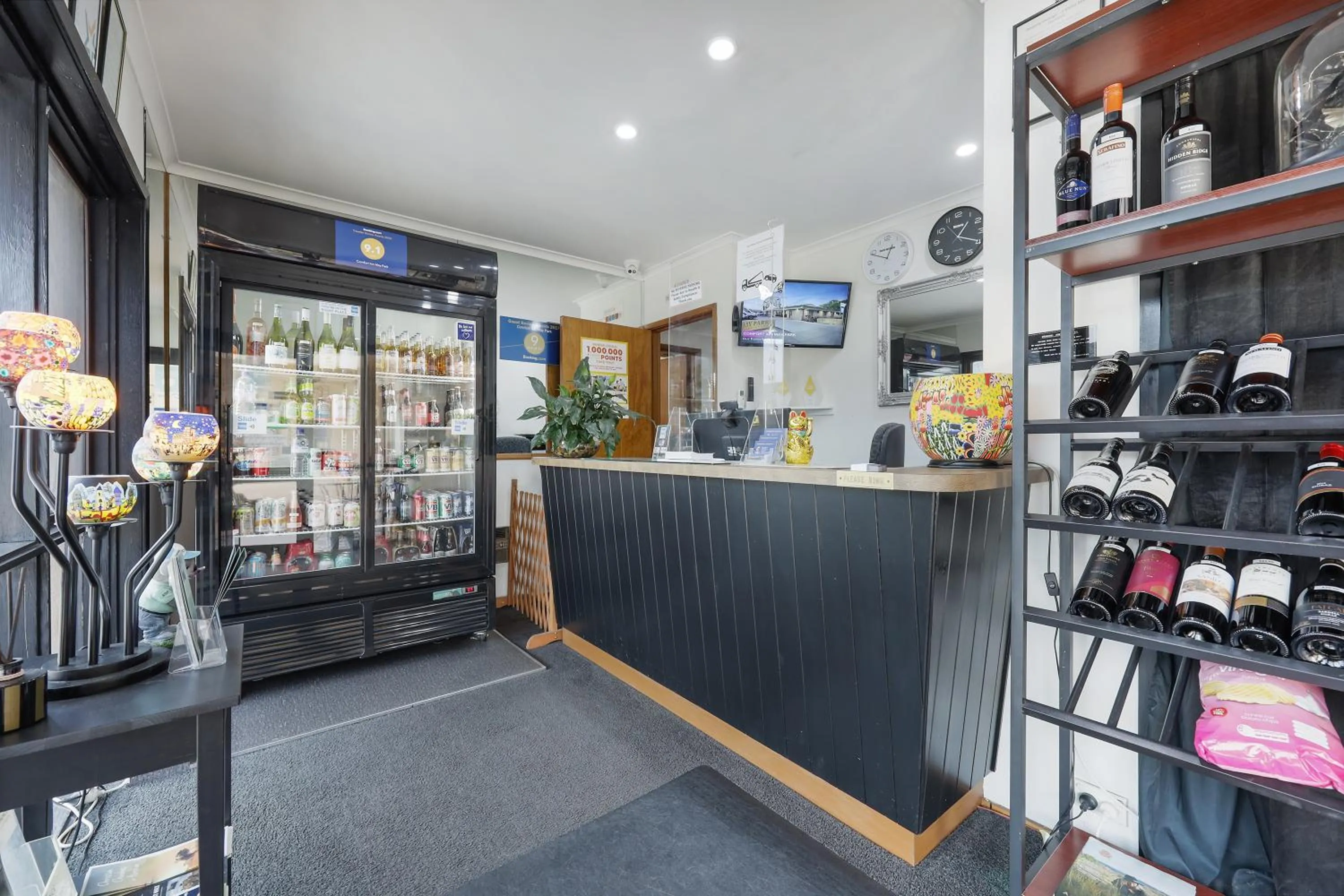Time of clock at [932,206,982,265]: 1:19
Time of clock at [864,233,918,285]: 12:49
